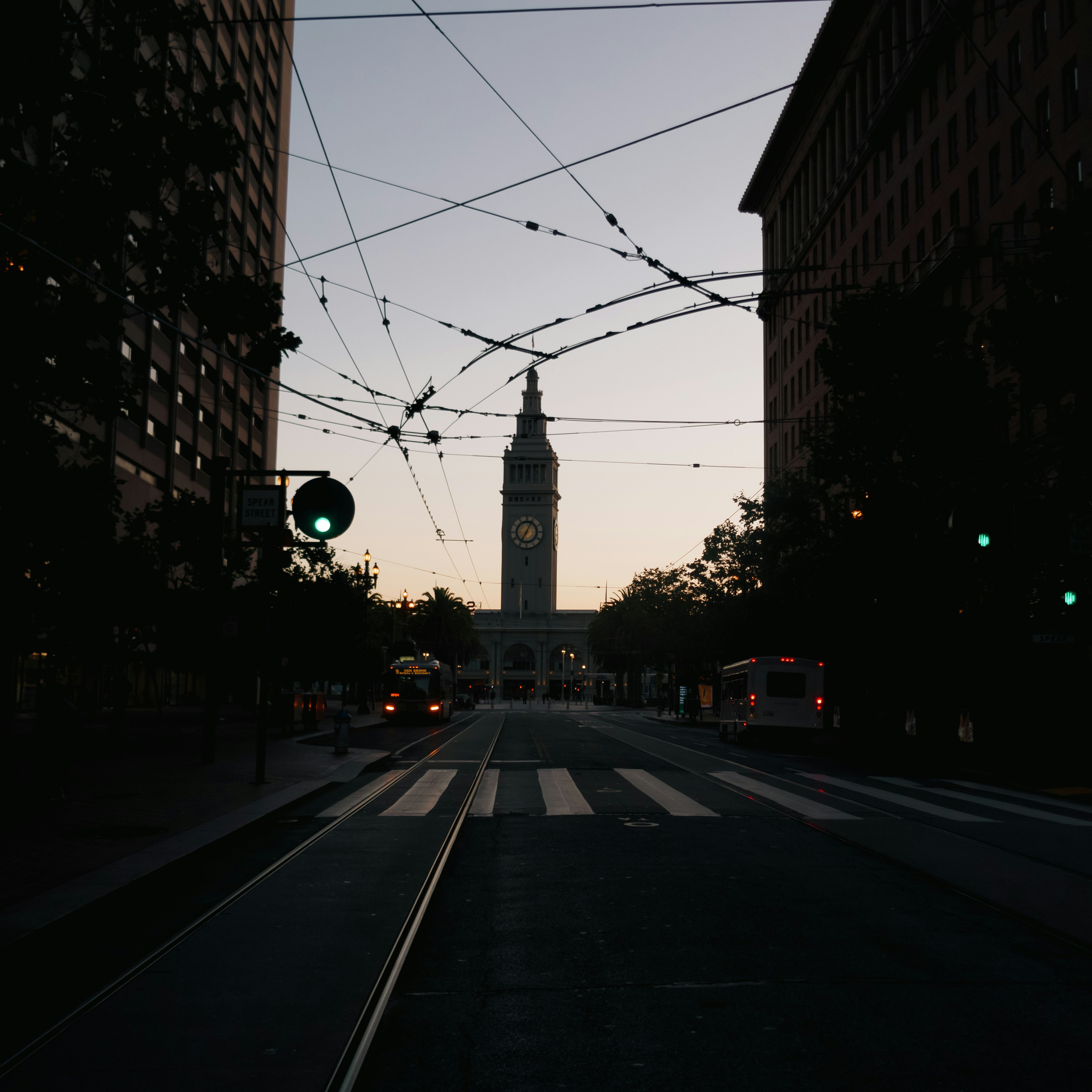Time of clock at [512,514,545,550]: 7:04
